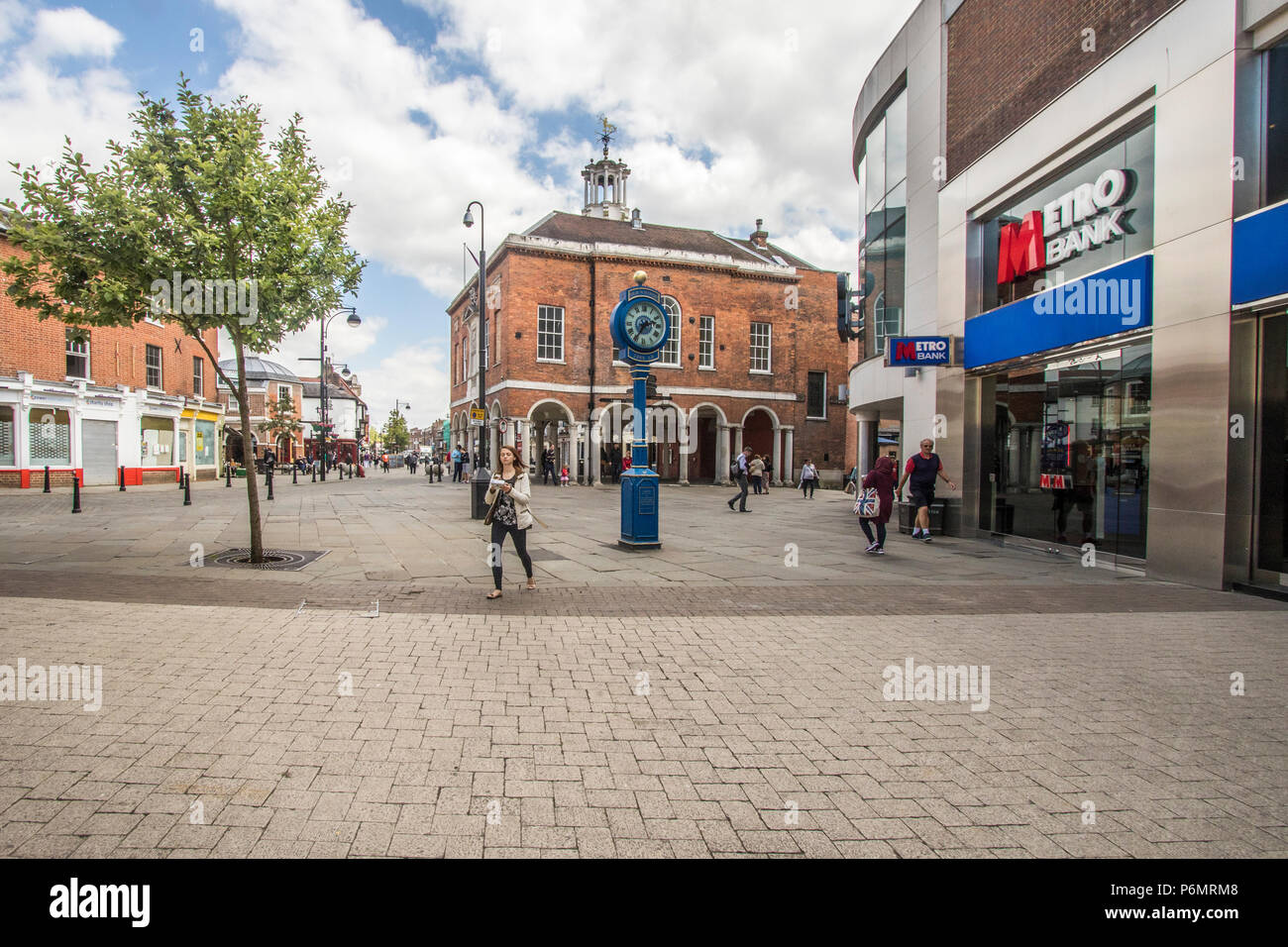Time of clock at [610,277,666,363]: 2:35
